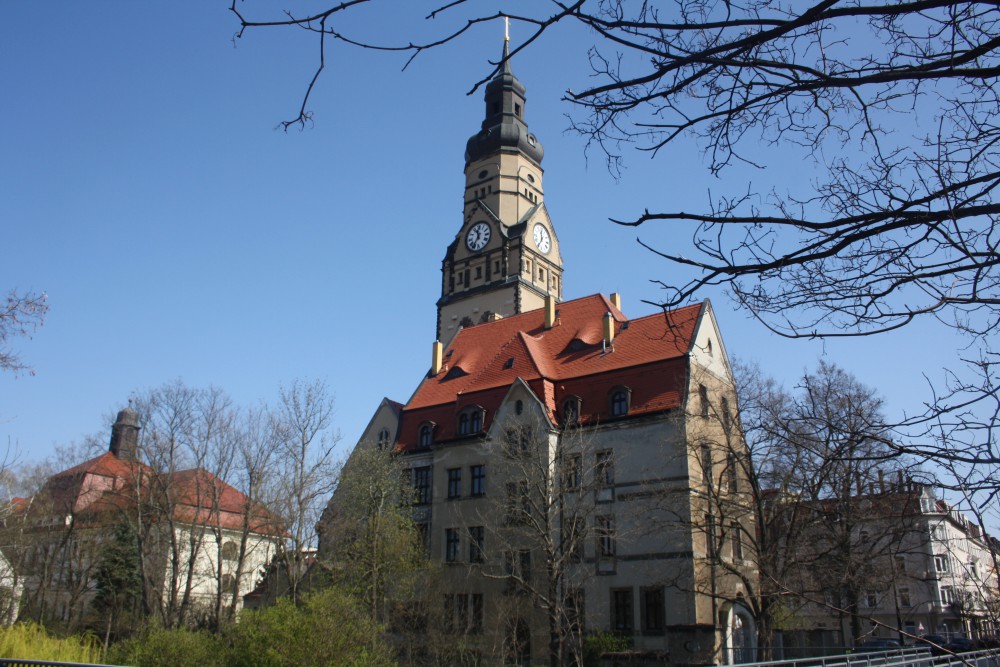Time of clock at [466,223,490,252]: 11:35
